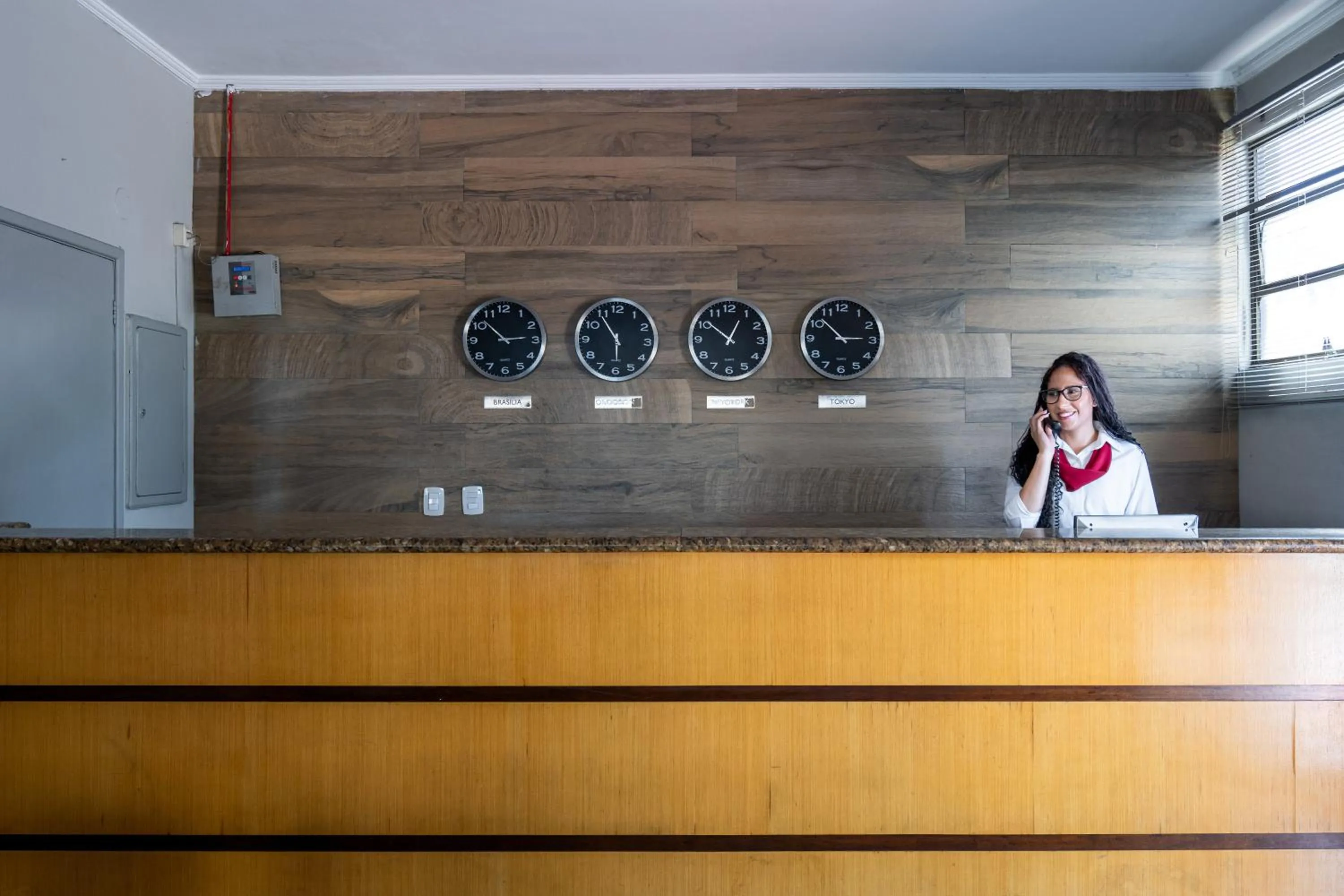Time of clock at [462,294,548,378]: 2:52
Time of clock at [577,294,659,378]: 5:54
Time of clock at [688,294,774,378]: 12:51
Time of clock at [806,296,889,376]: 2:52
